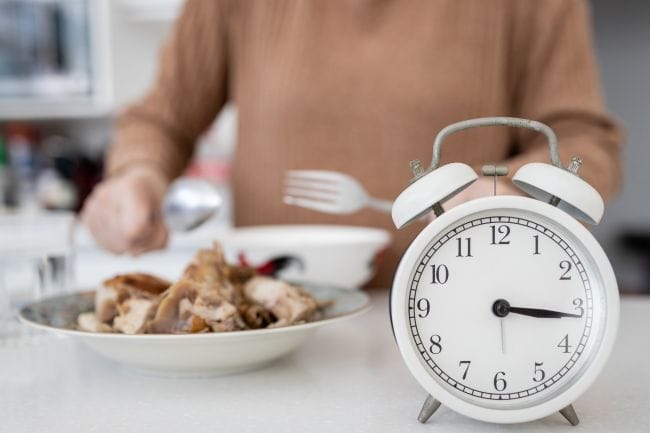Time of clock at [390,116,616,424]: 3:15
